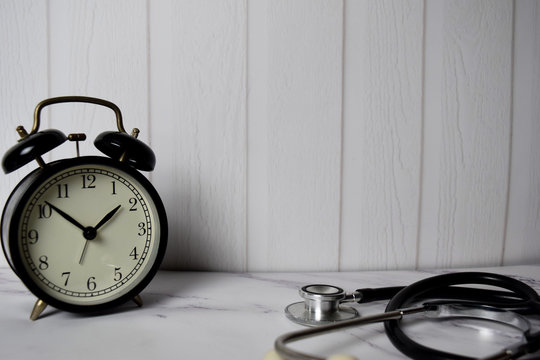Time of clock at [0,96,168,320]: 1:51
